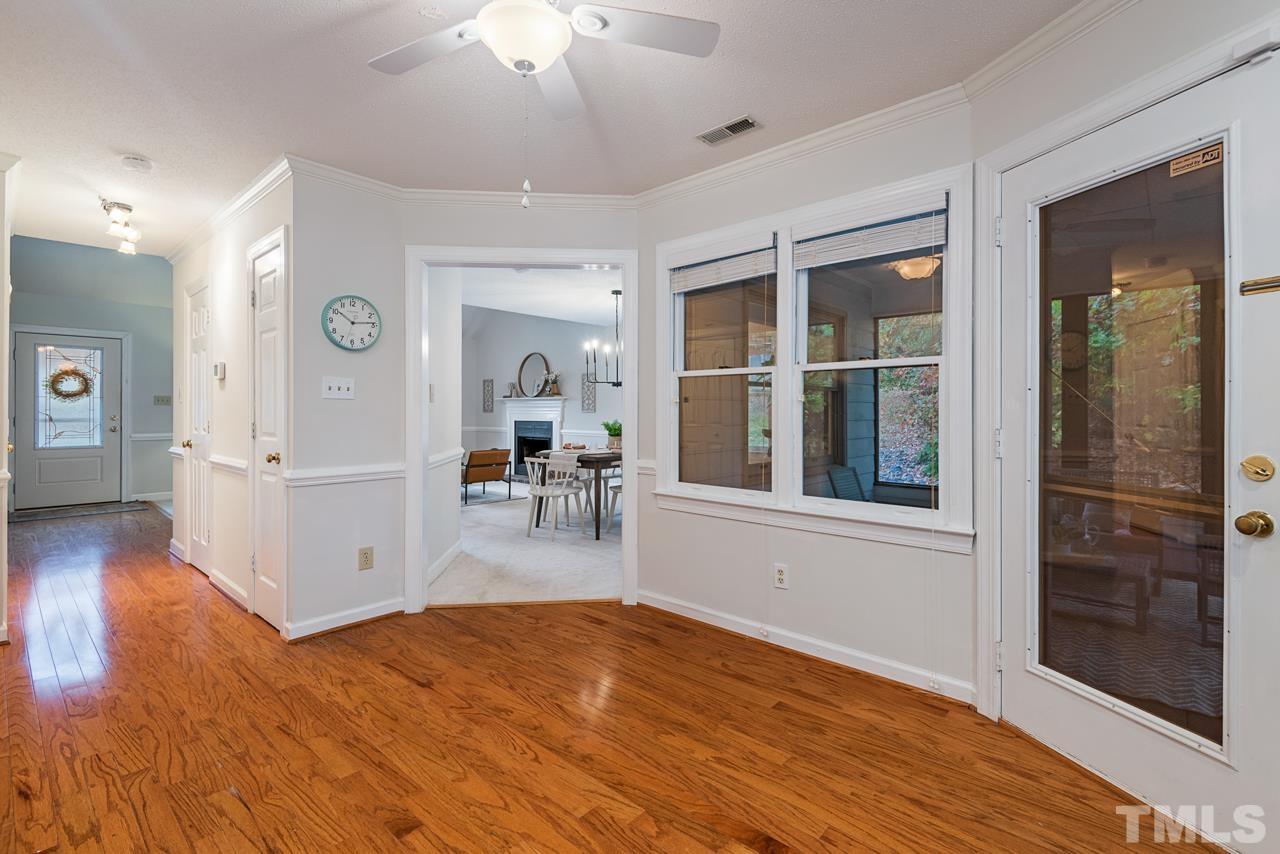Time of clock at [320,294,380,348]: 10:13
